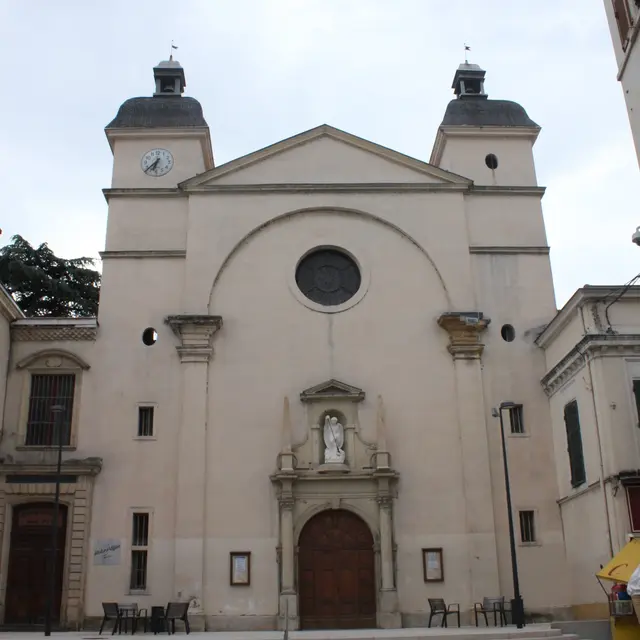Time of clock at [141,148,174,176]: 6:37
